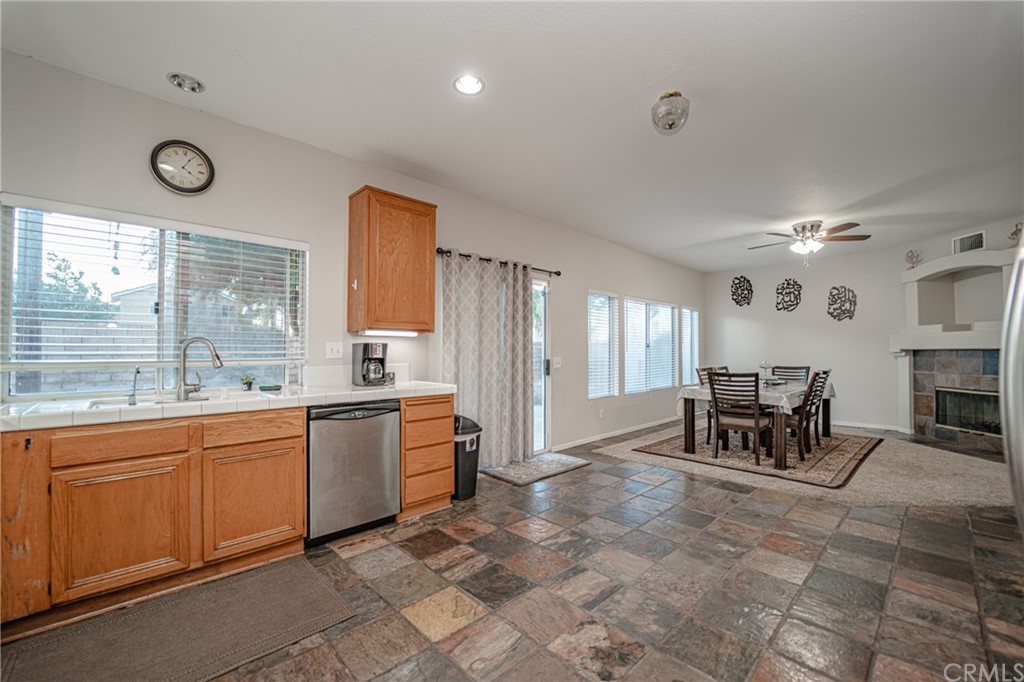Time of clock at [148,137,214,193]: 4:04
